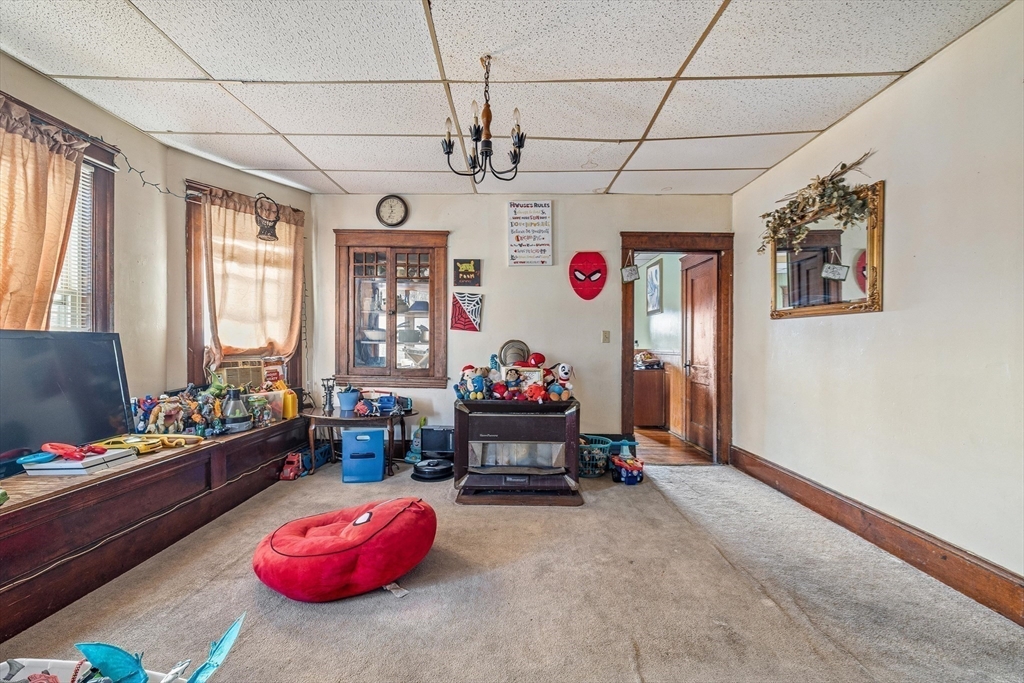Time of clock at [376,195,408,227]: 11:34
